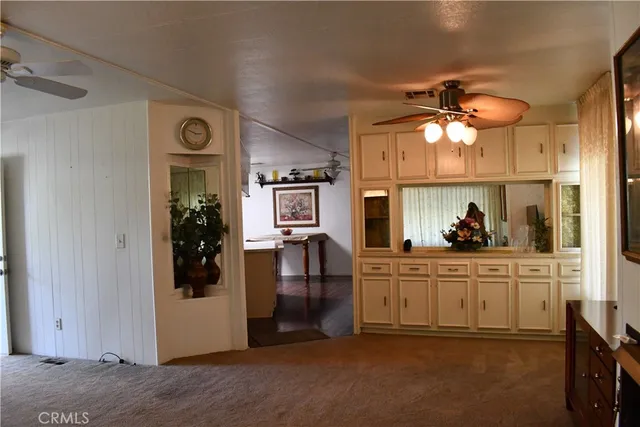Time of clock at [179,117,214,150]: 2:48
